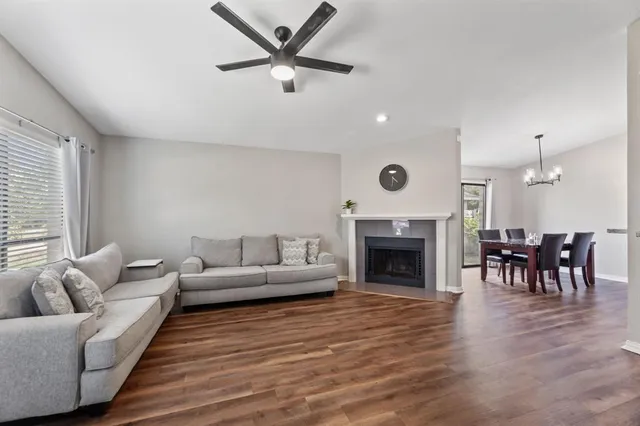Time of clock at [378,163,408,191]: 4:29
